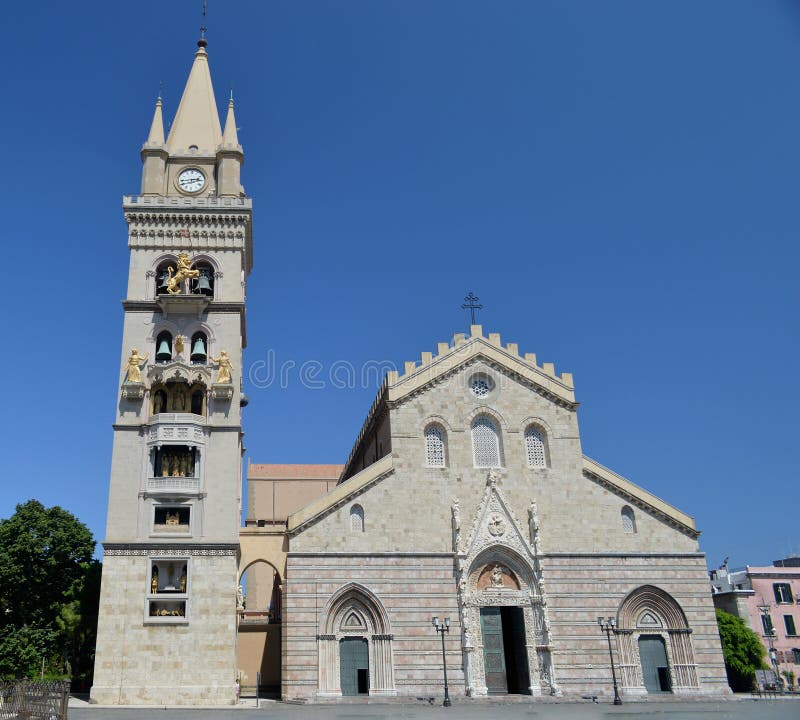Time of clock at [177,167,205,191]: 2:44
